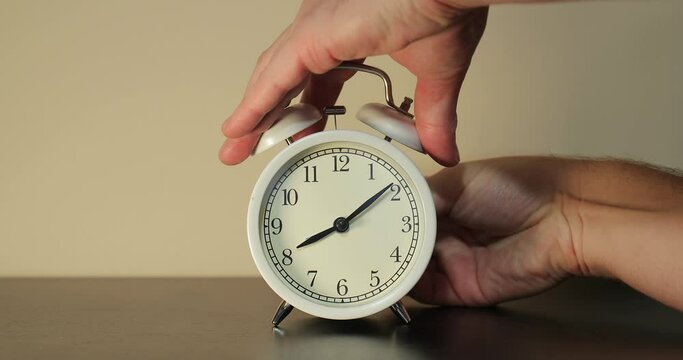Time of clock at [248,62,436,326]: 8:09
